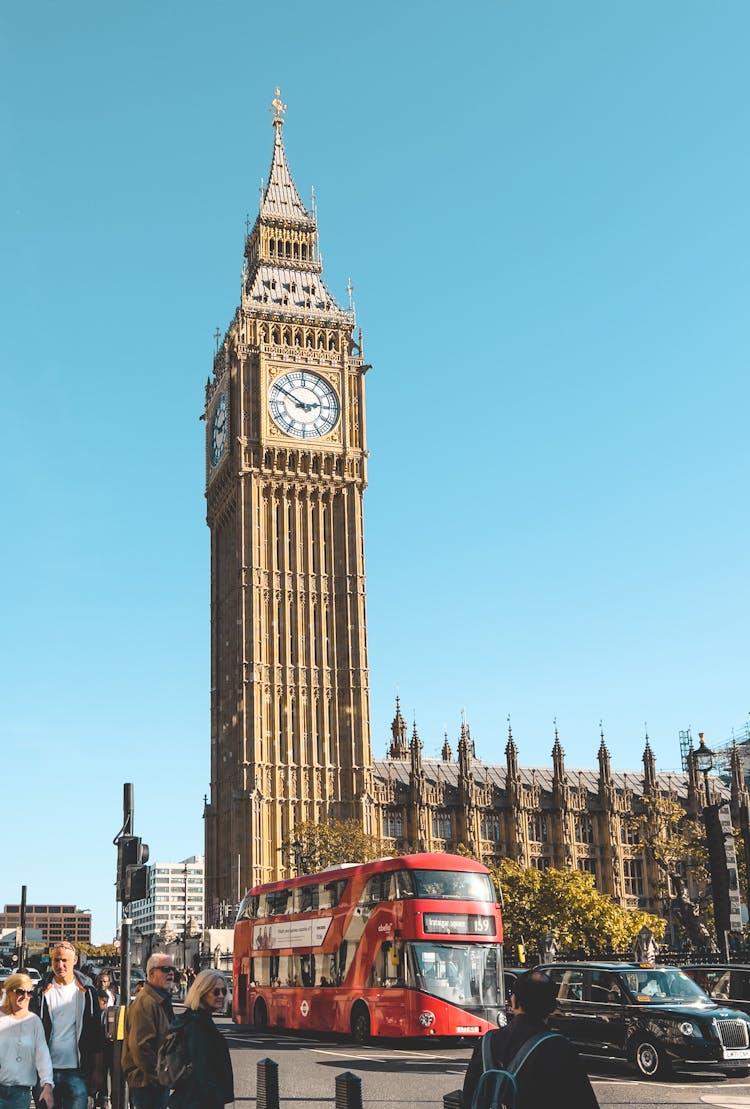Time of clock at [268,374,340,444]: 2:50
